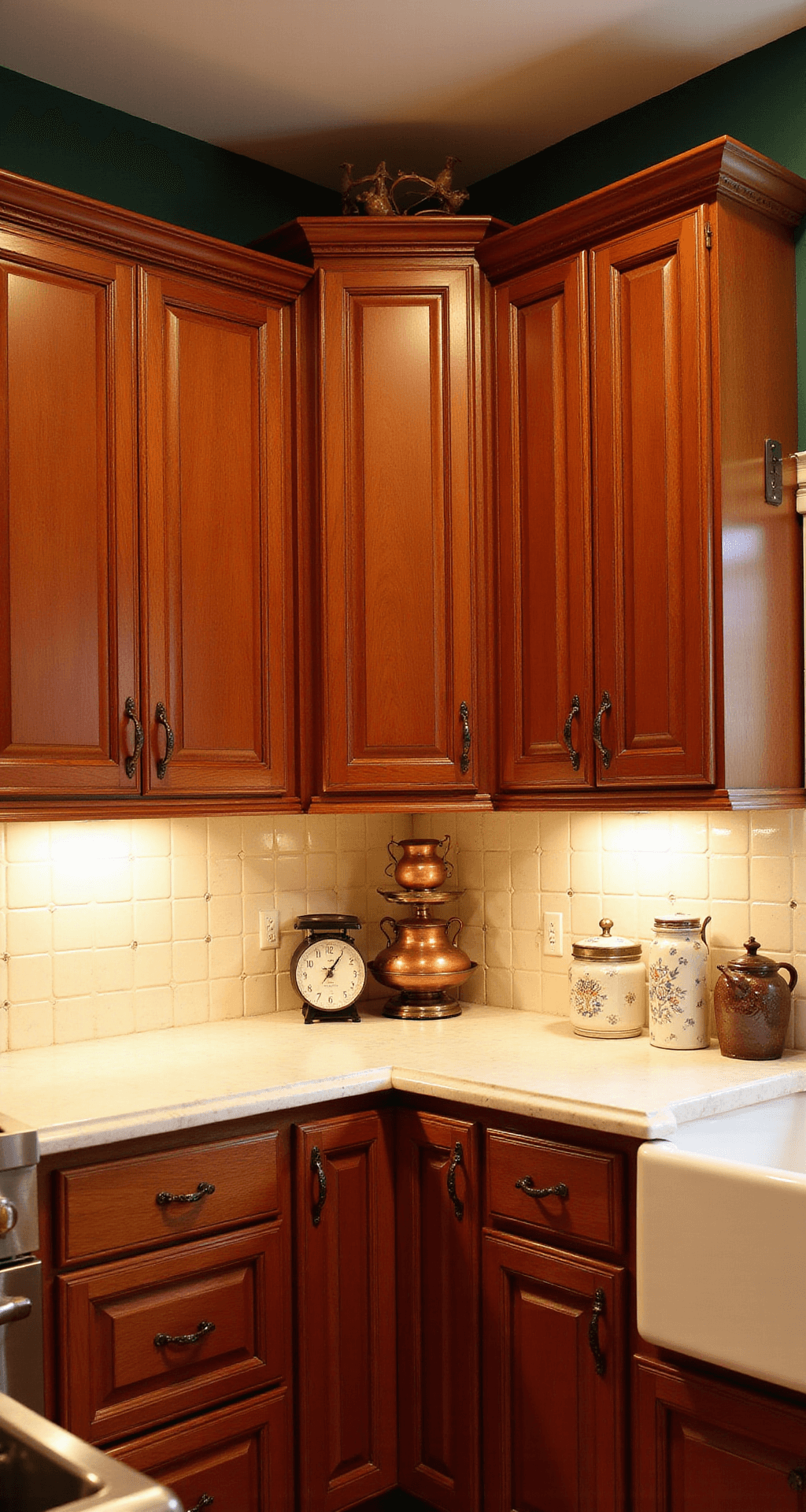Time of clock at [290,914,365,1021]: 1:05
